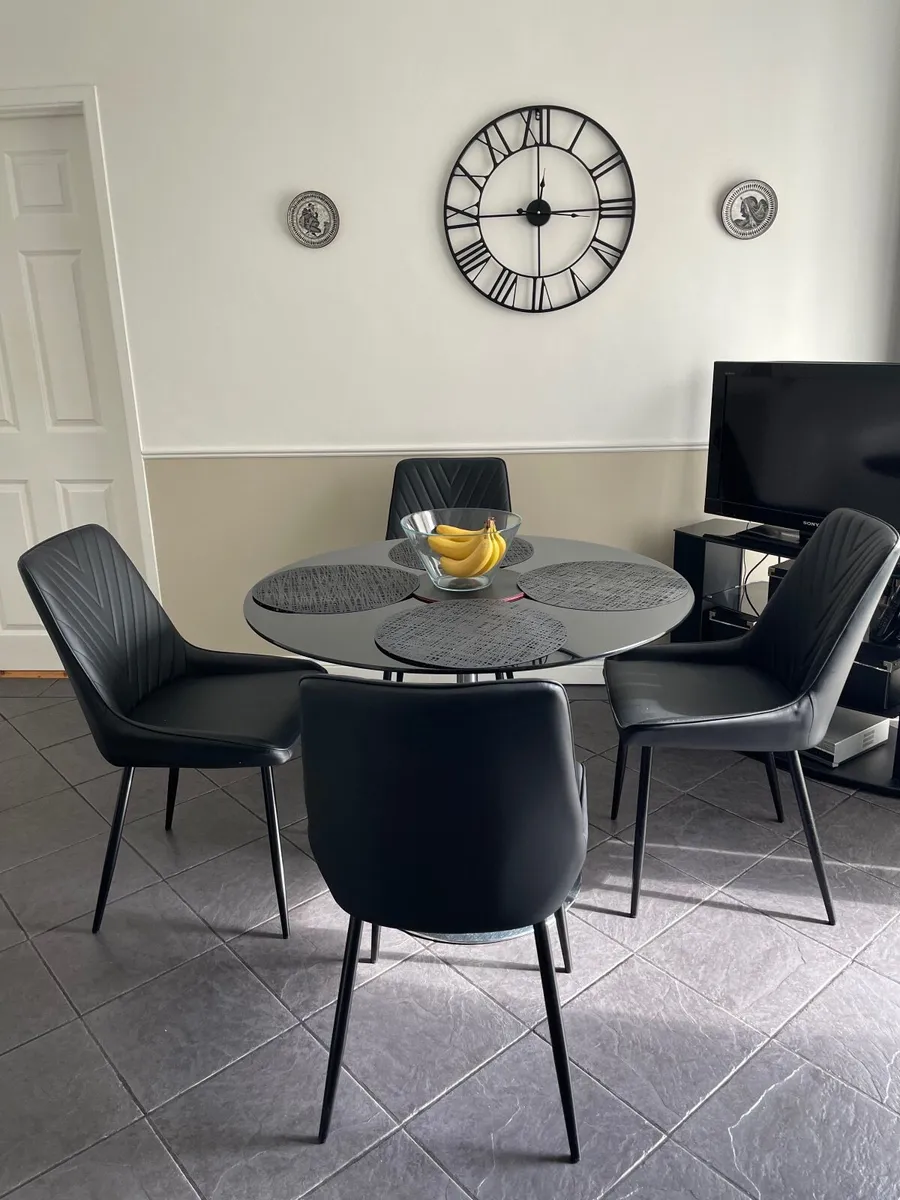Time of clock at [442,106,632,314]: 3:00
